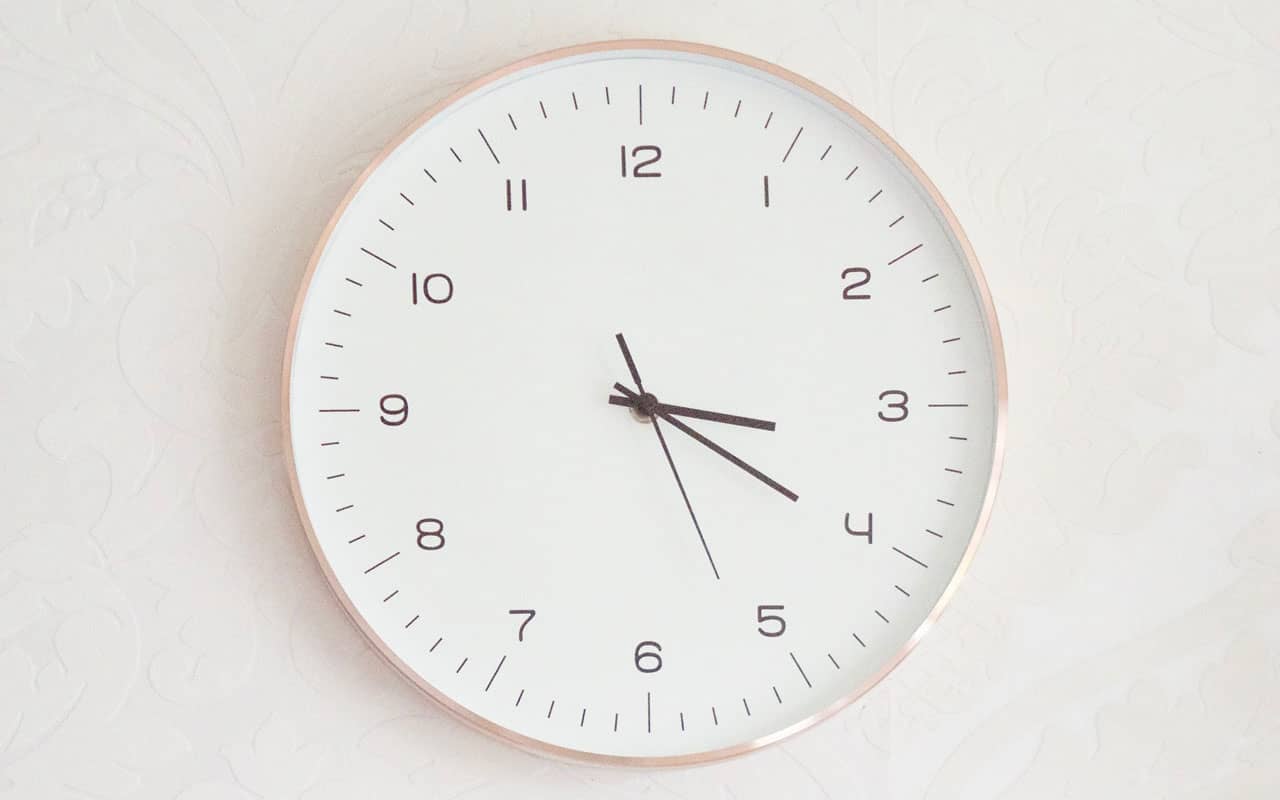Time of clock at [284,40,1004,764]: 3:20
